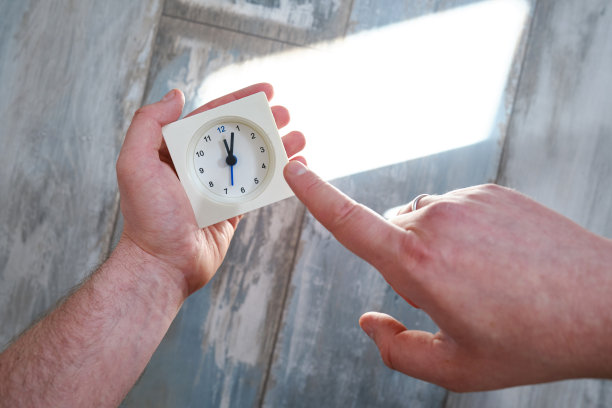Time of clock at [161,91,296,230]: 12:03
